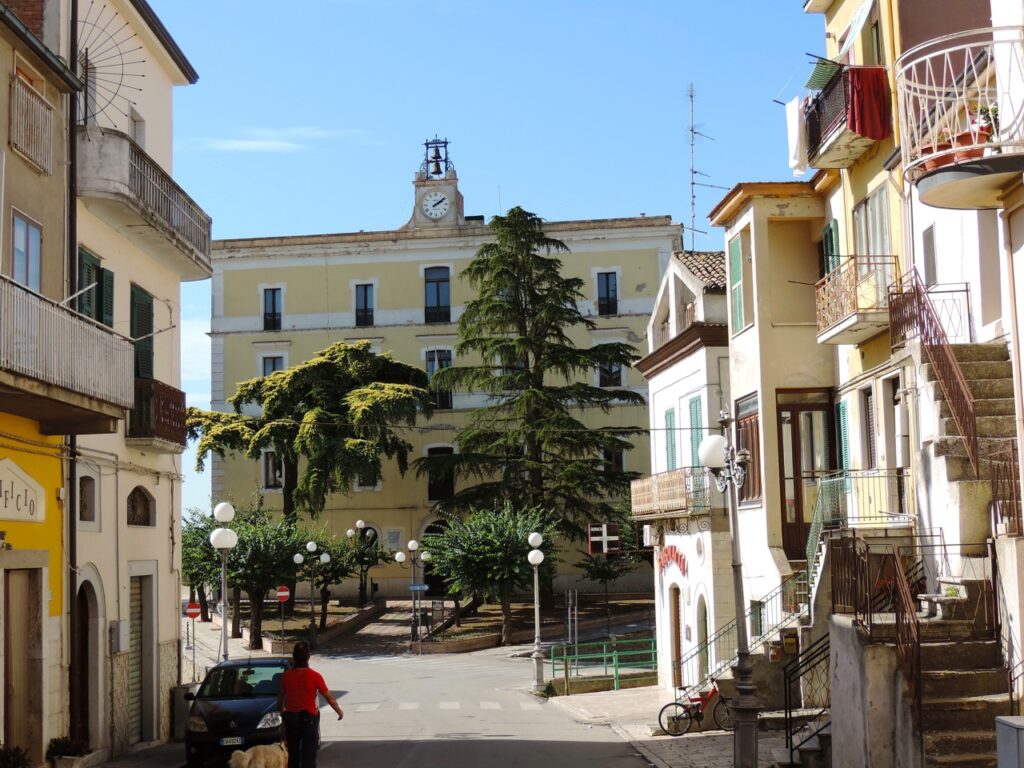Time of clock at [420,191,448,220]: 2:08
